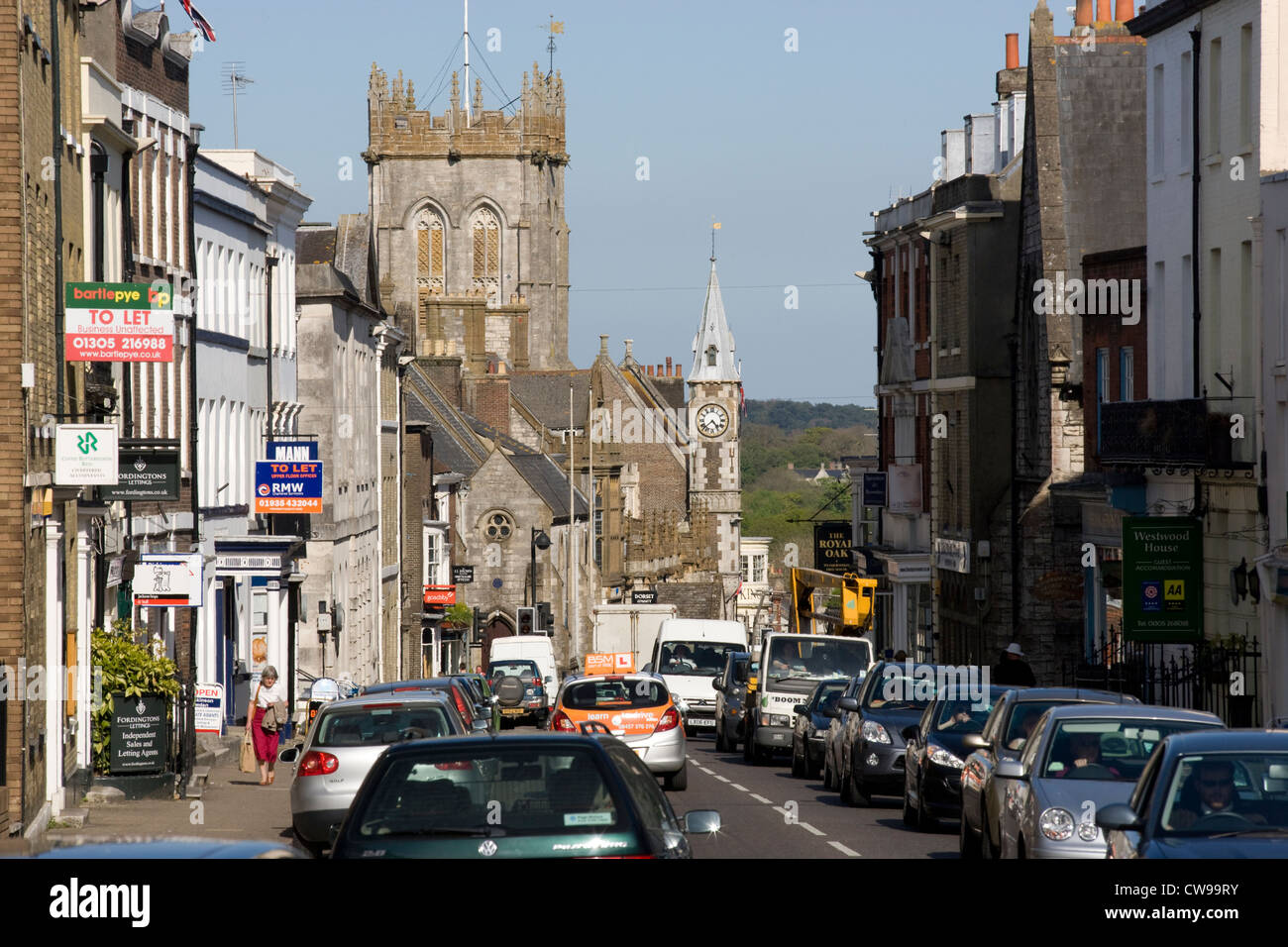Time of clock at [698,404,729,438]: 4:37
